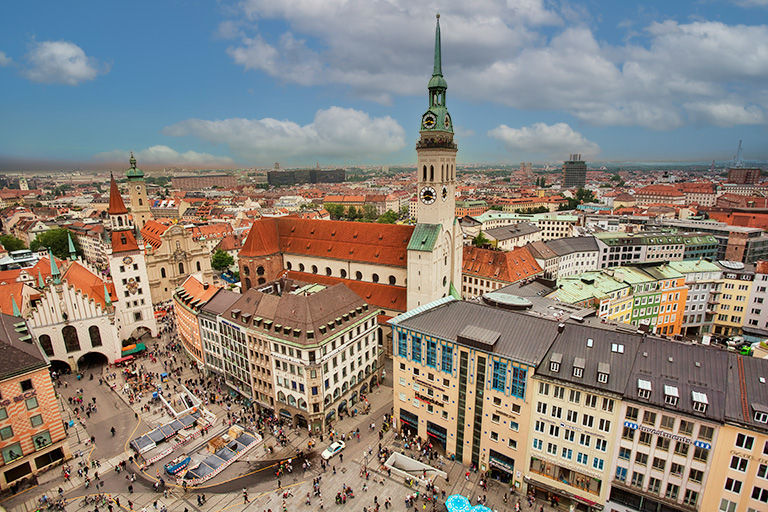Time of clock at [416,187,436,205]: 3:40
